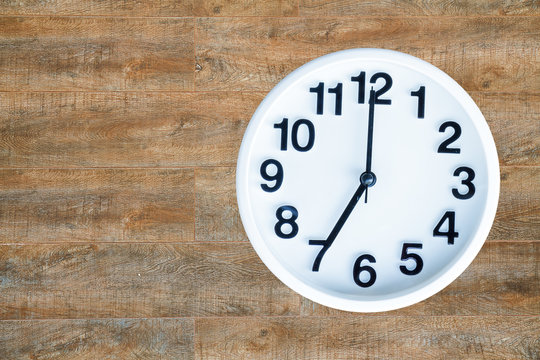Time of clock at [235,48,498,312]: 7:00
